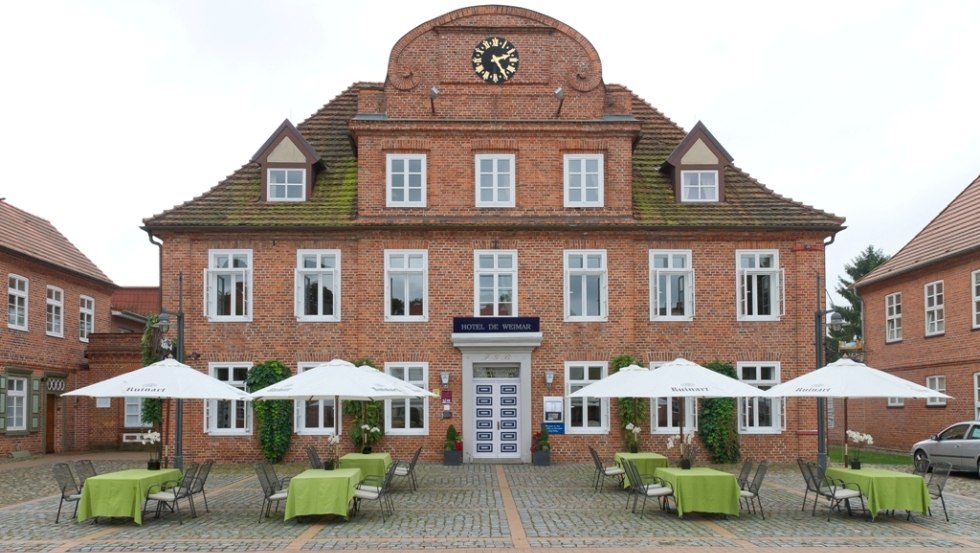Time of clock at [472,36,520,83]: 2:24
